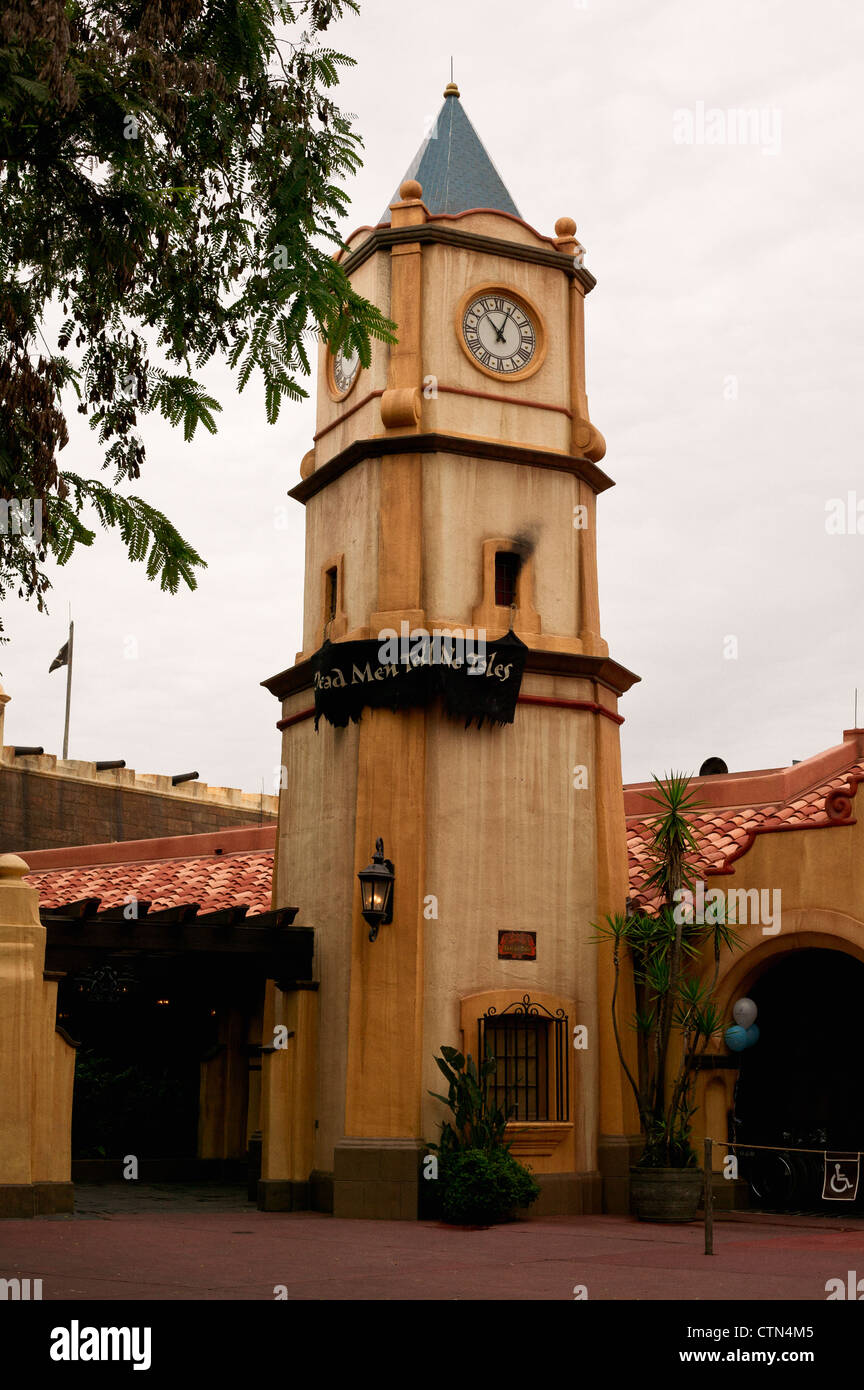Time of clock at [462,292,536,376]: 12:53
